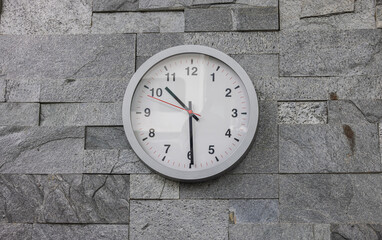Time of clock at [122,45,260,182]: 10:29
